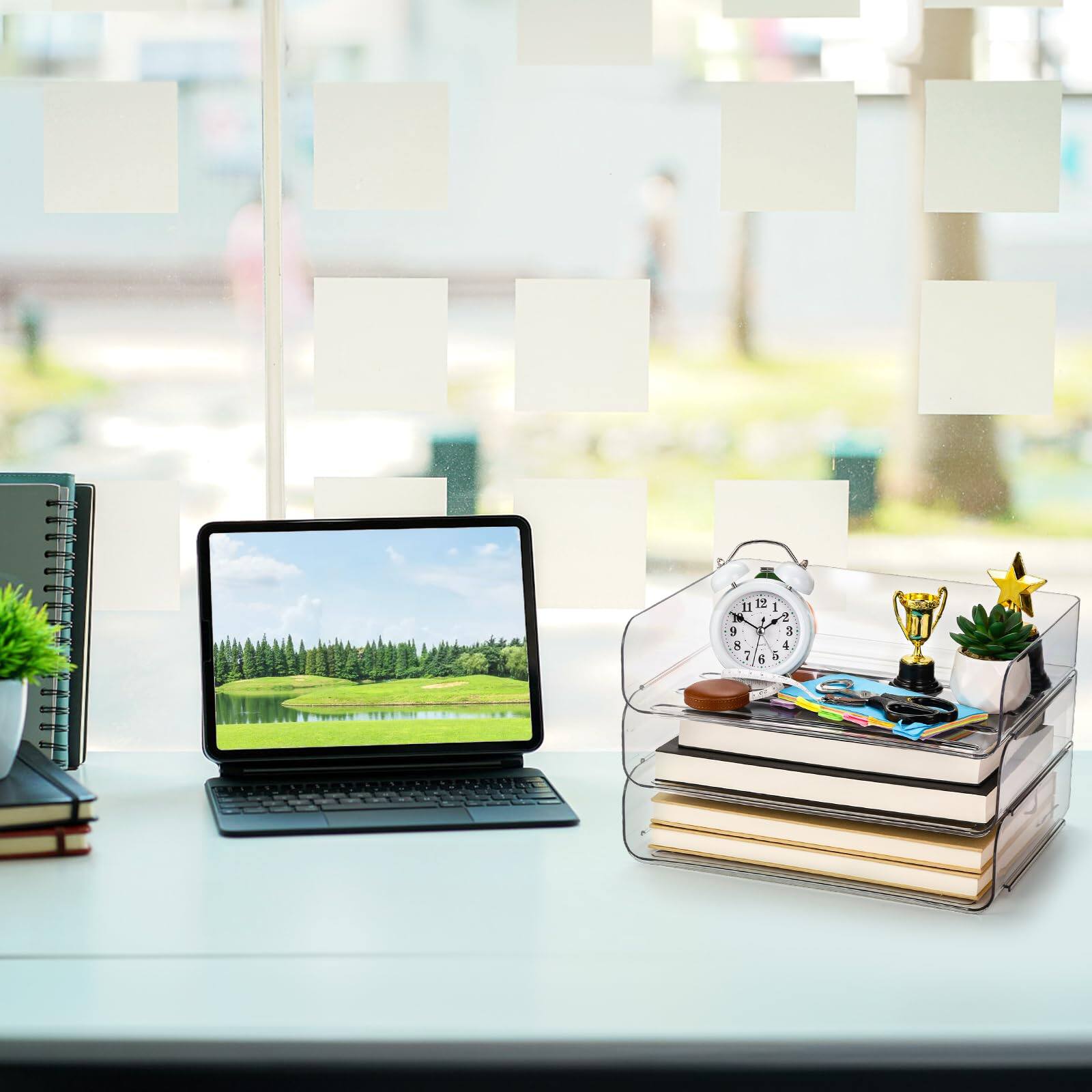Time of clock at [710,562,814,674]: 1:50
